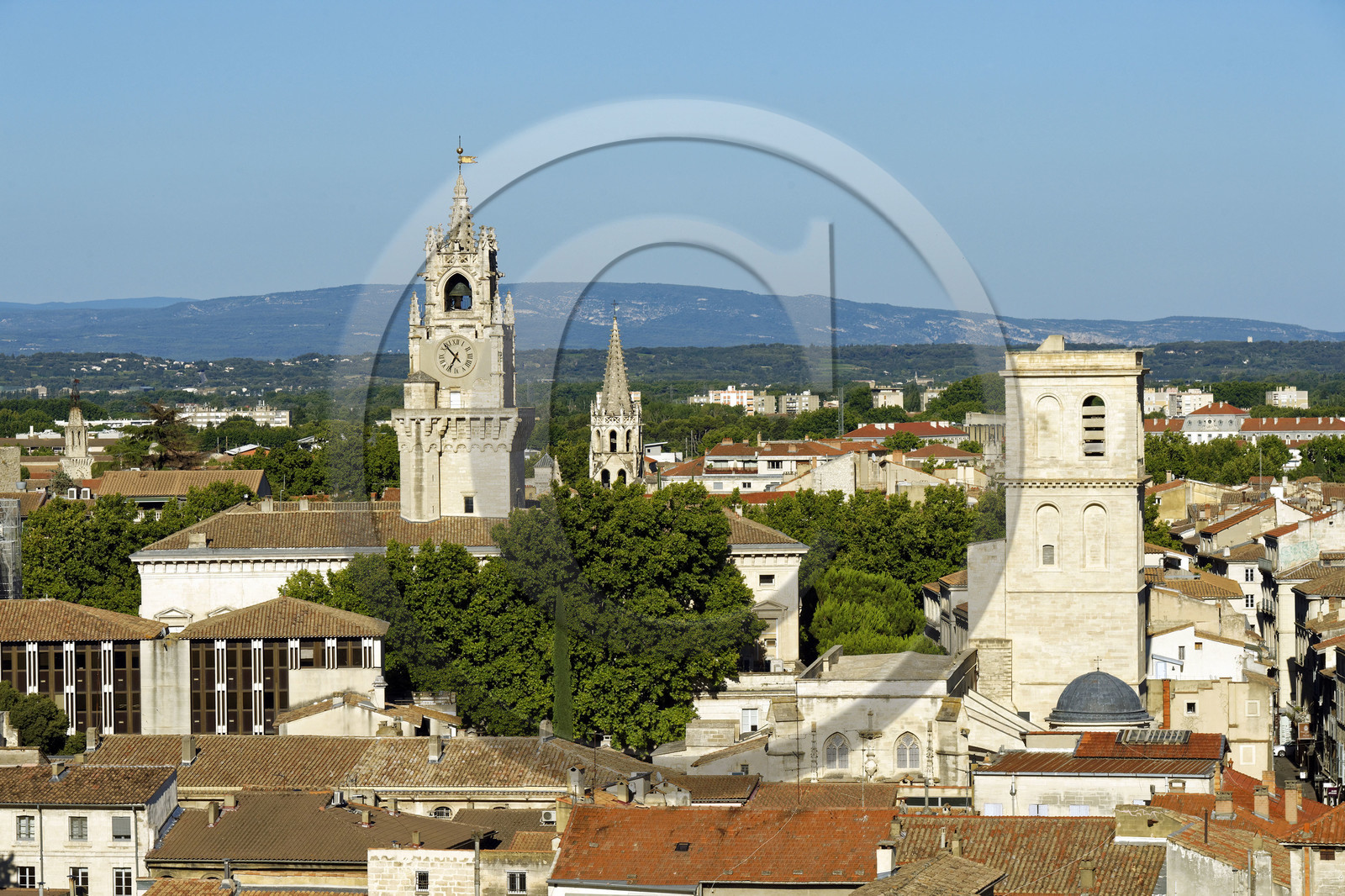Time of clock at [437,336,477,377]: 6:52
